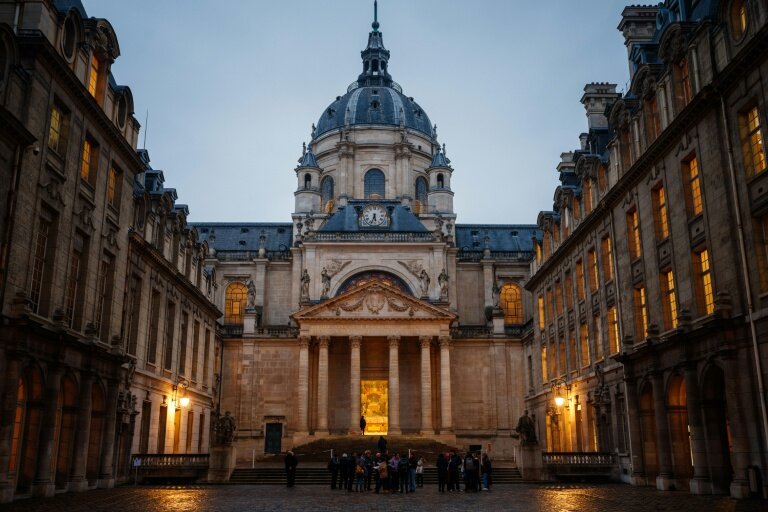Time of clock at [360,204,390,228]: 5:33
